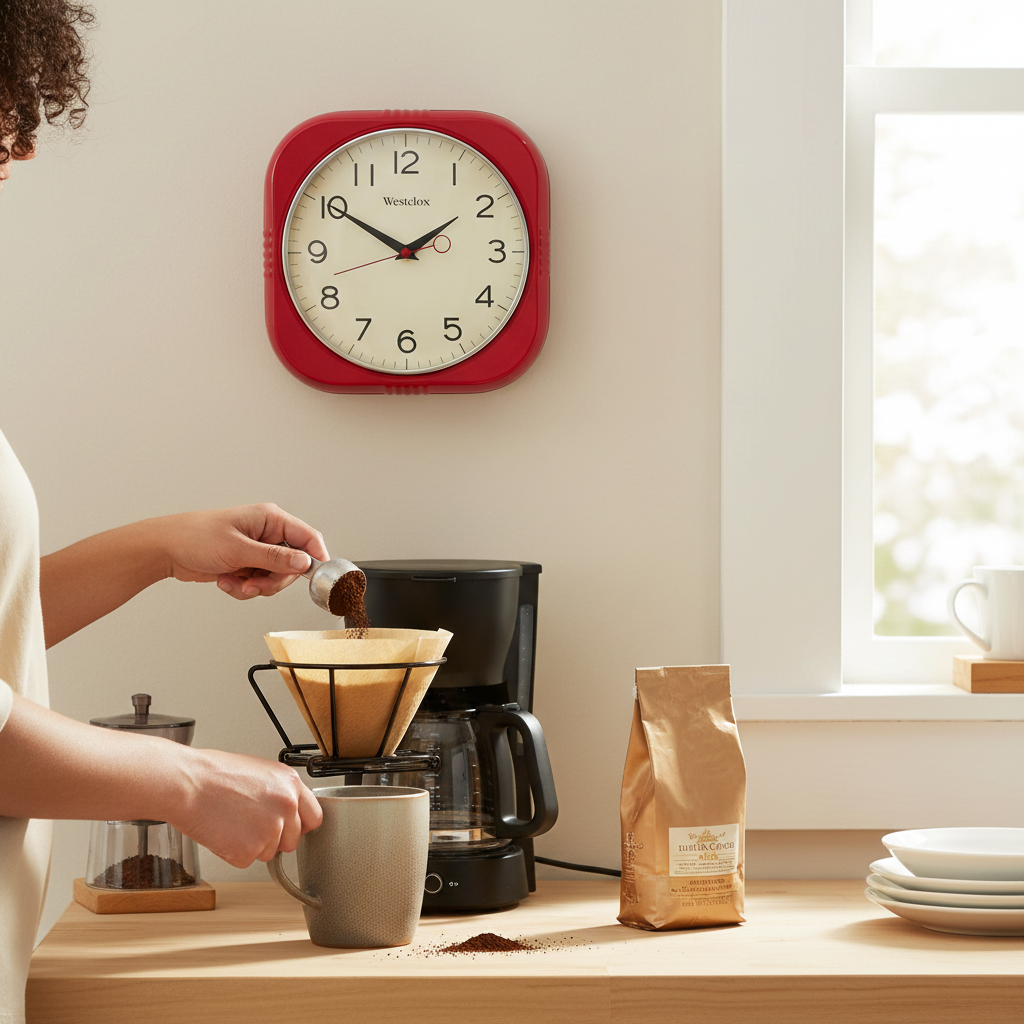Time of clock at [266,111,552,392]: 1:50
